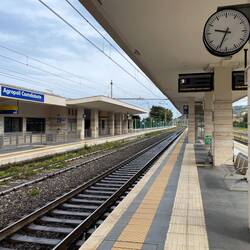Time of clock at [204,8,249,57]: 9:34
